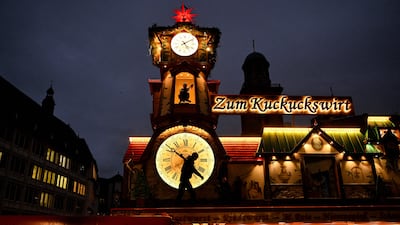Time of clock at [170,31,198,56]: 5:09
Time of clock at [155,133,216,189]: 1:50
